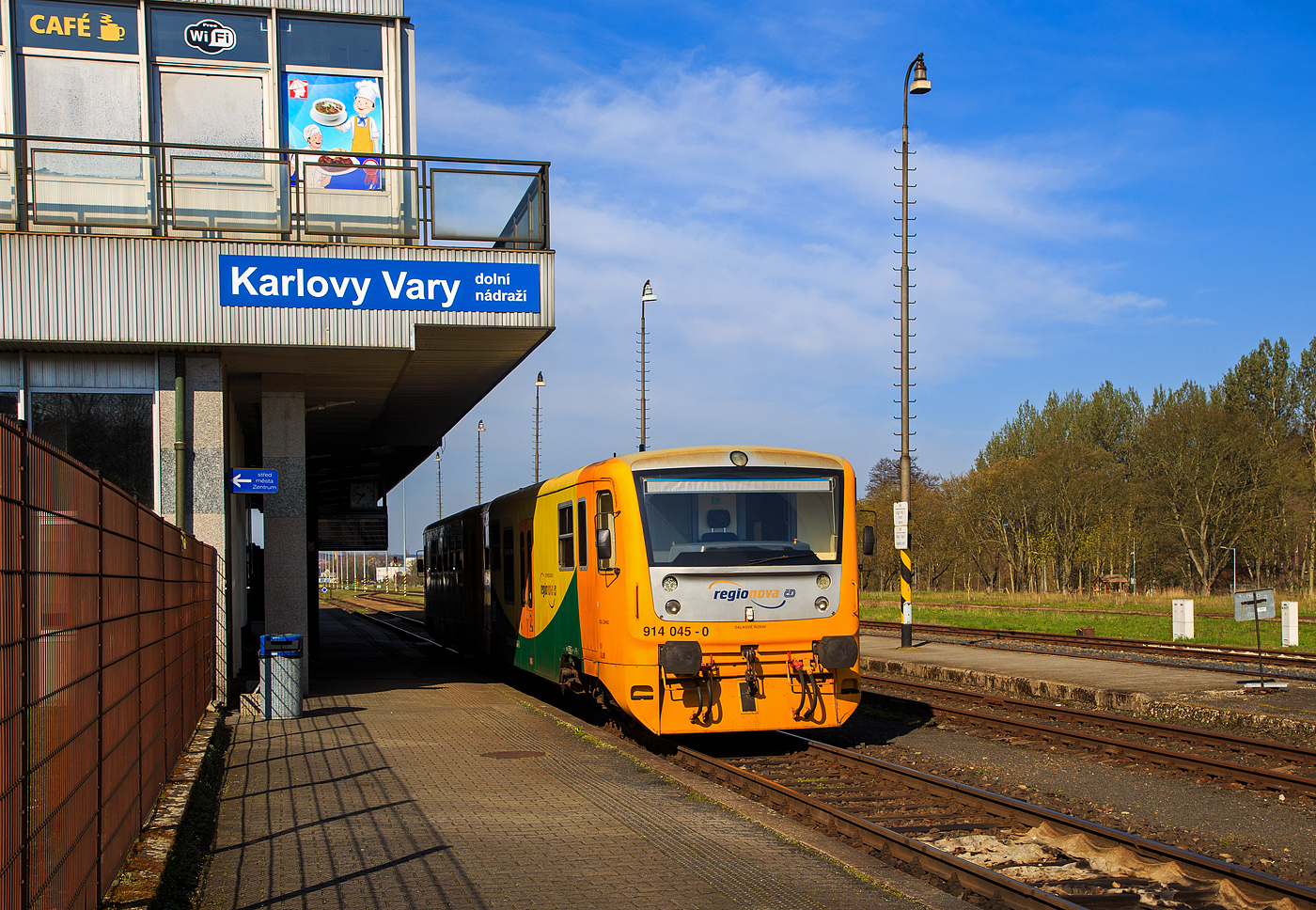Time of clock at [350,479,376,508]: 9:36
